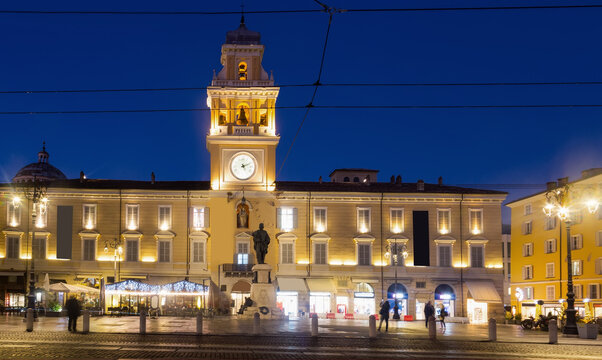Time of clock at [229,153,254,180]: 5:11
